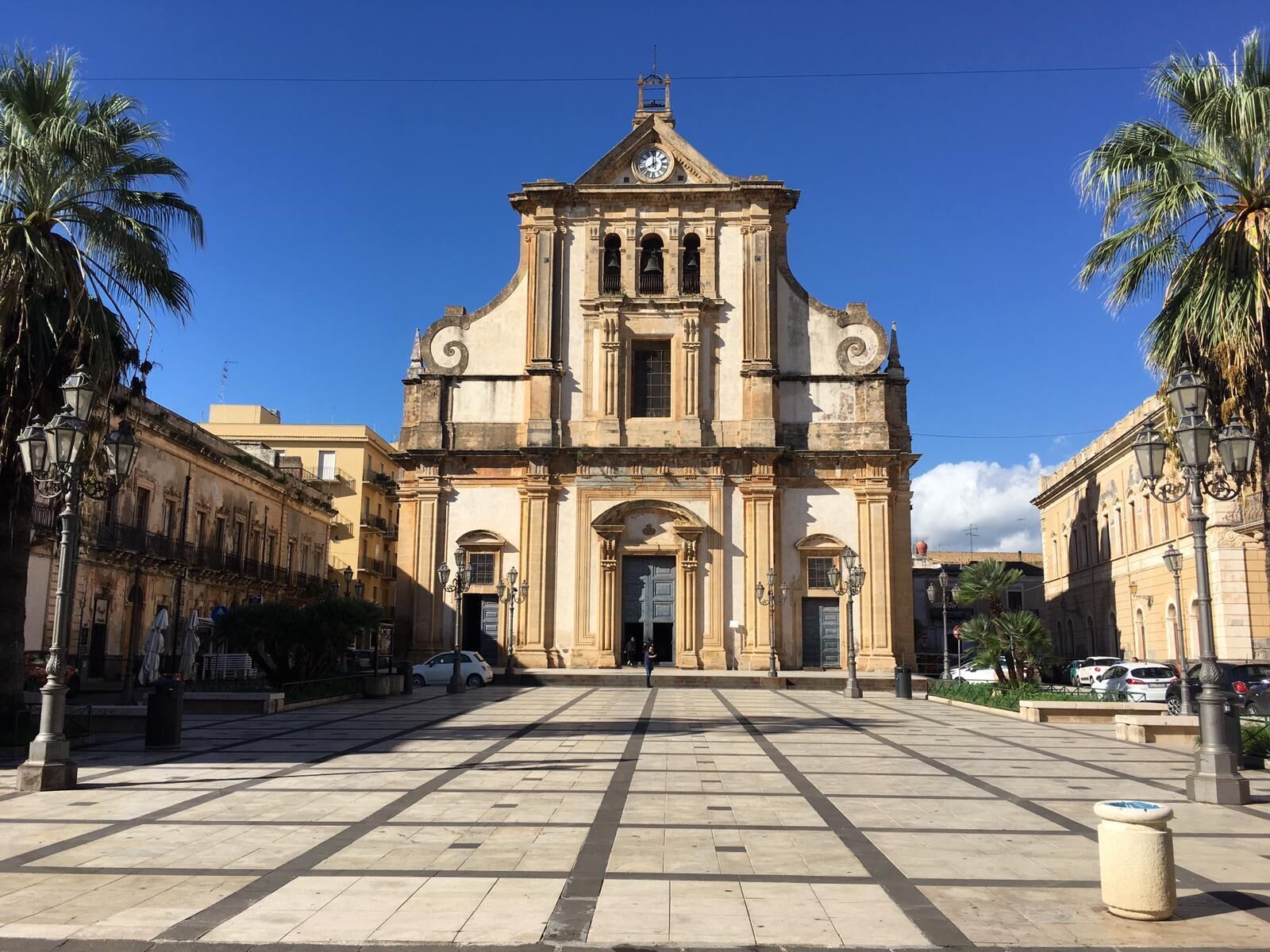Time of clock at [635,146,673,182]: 7:59
